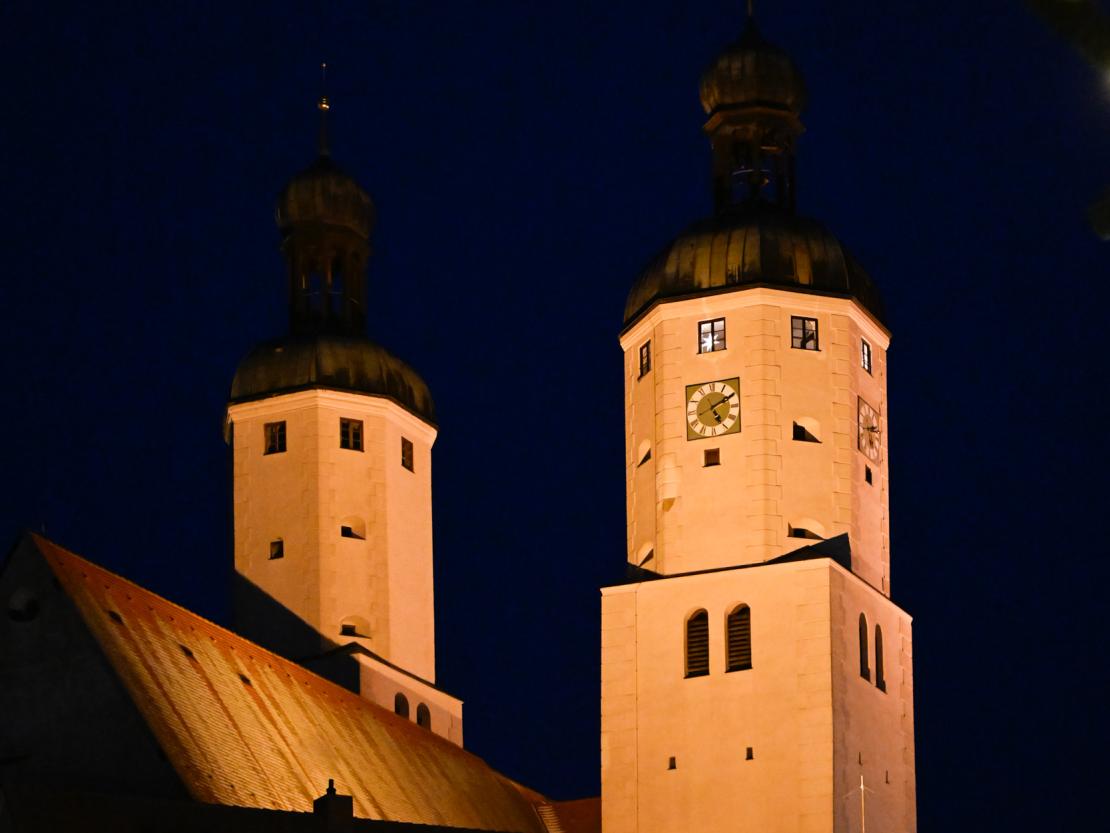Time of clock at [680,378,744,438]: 5:10
